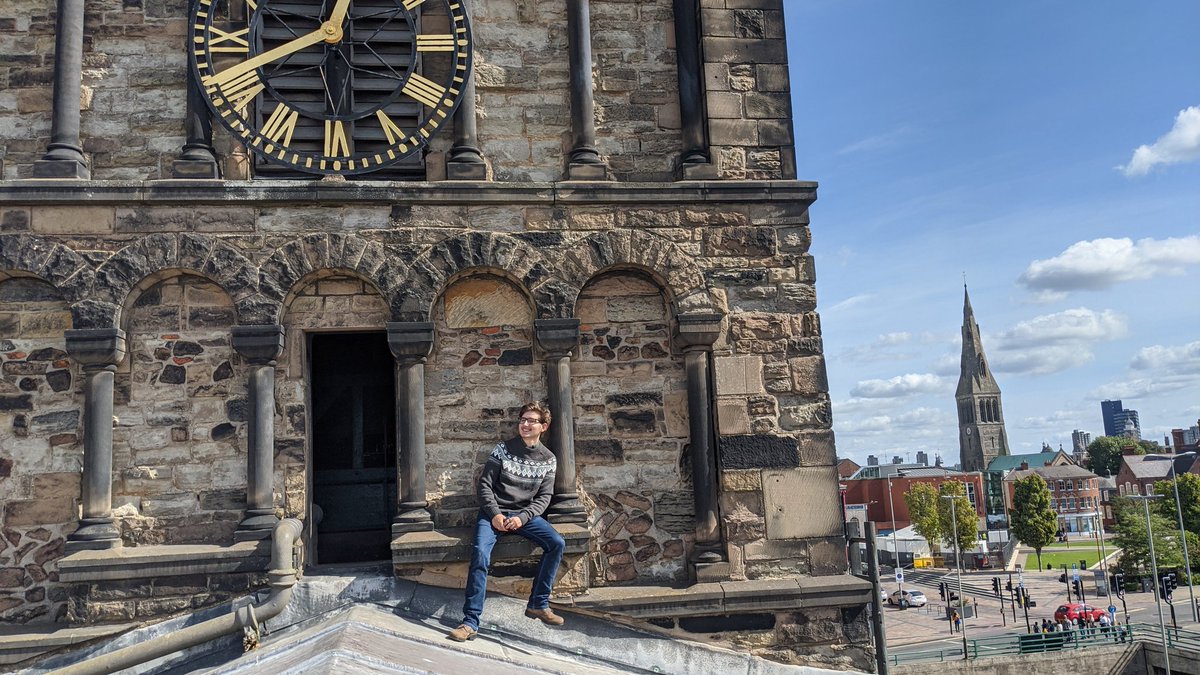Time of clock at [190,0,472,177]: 12:41
